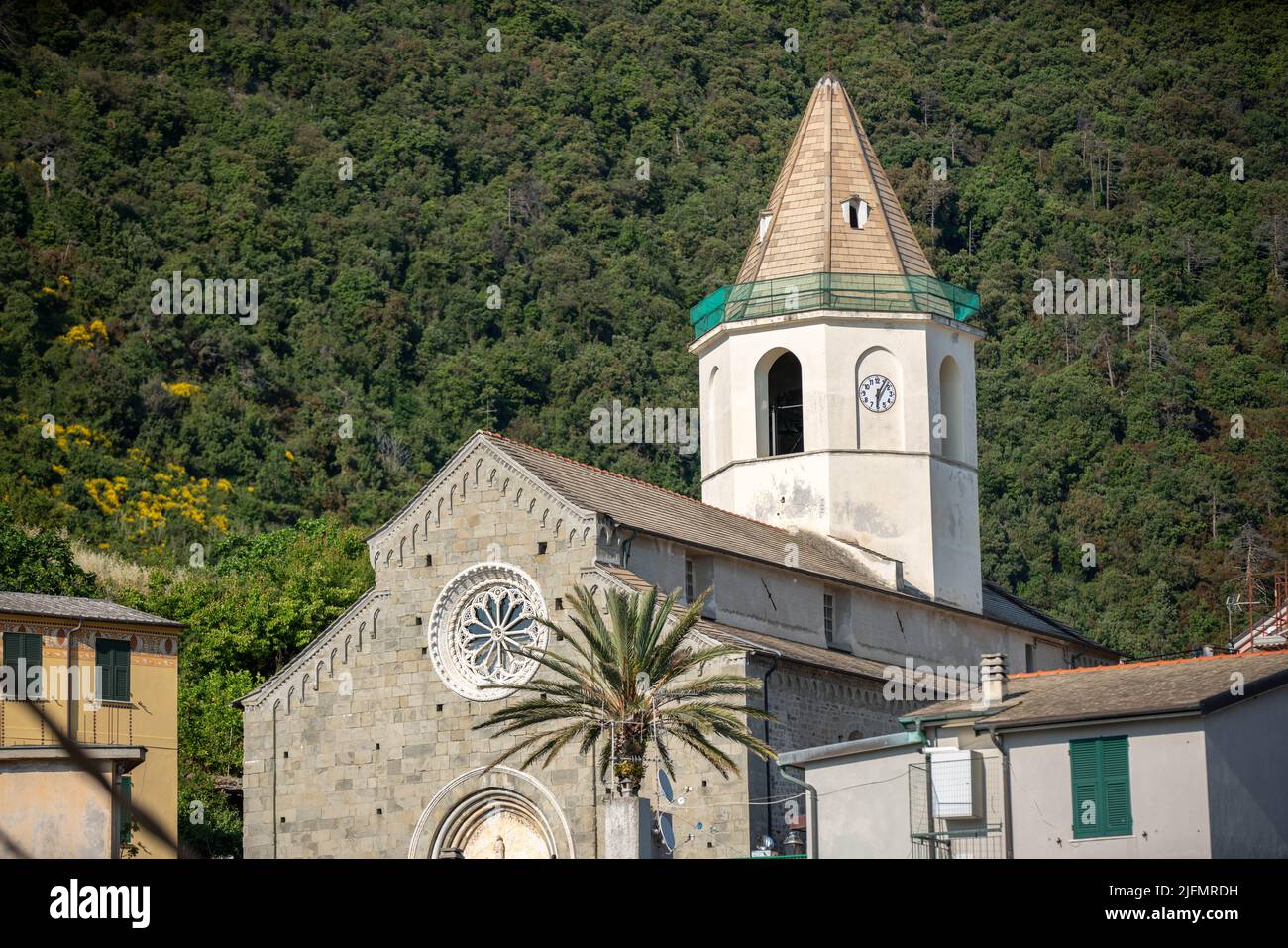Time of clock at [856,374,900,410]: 6:05
